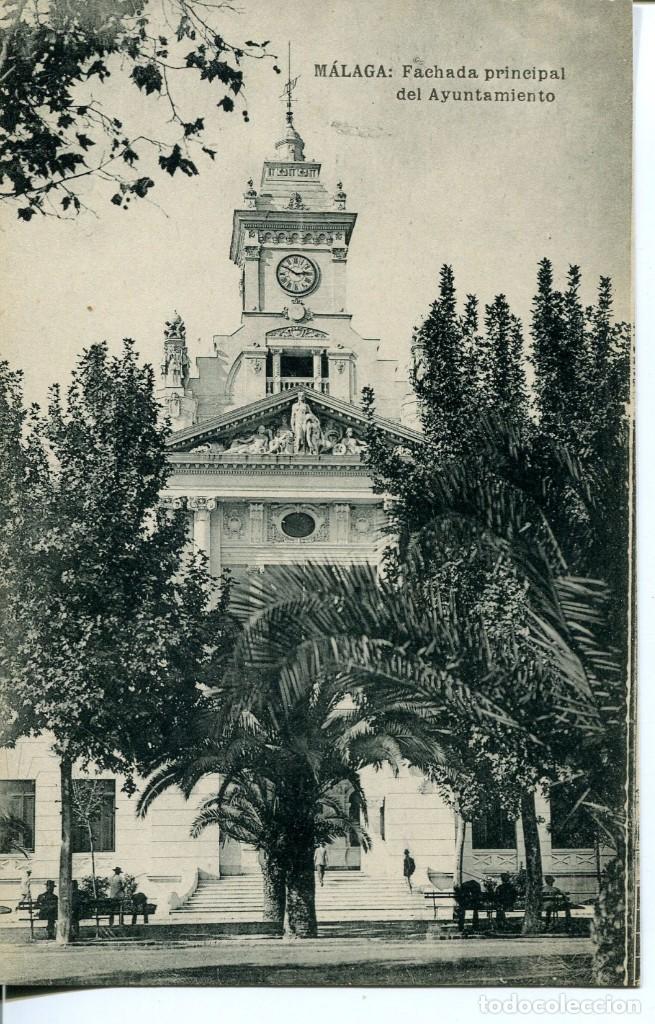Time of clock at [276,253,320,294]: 2:50
